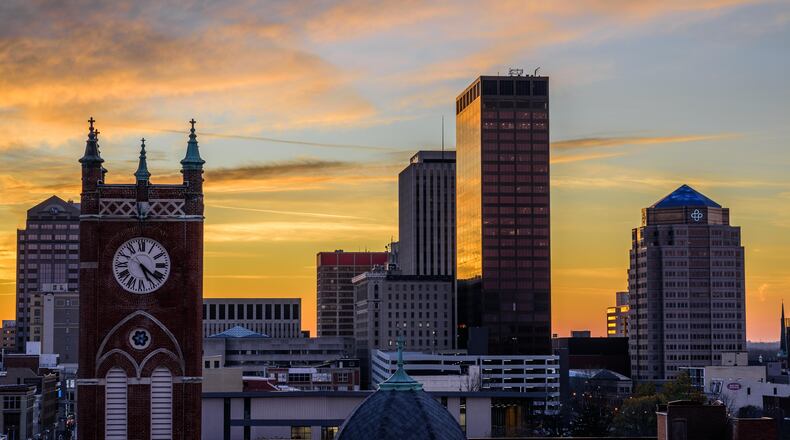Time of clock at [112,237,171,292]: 5:21
